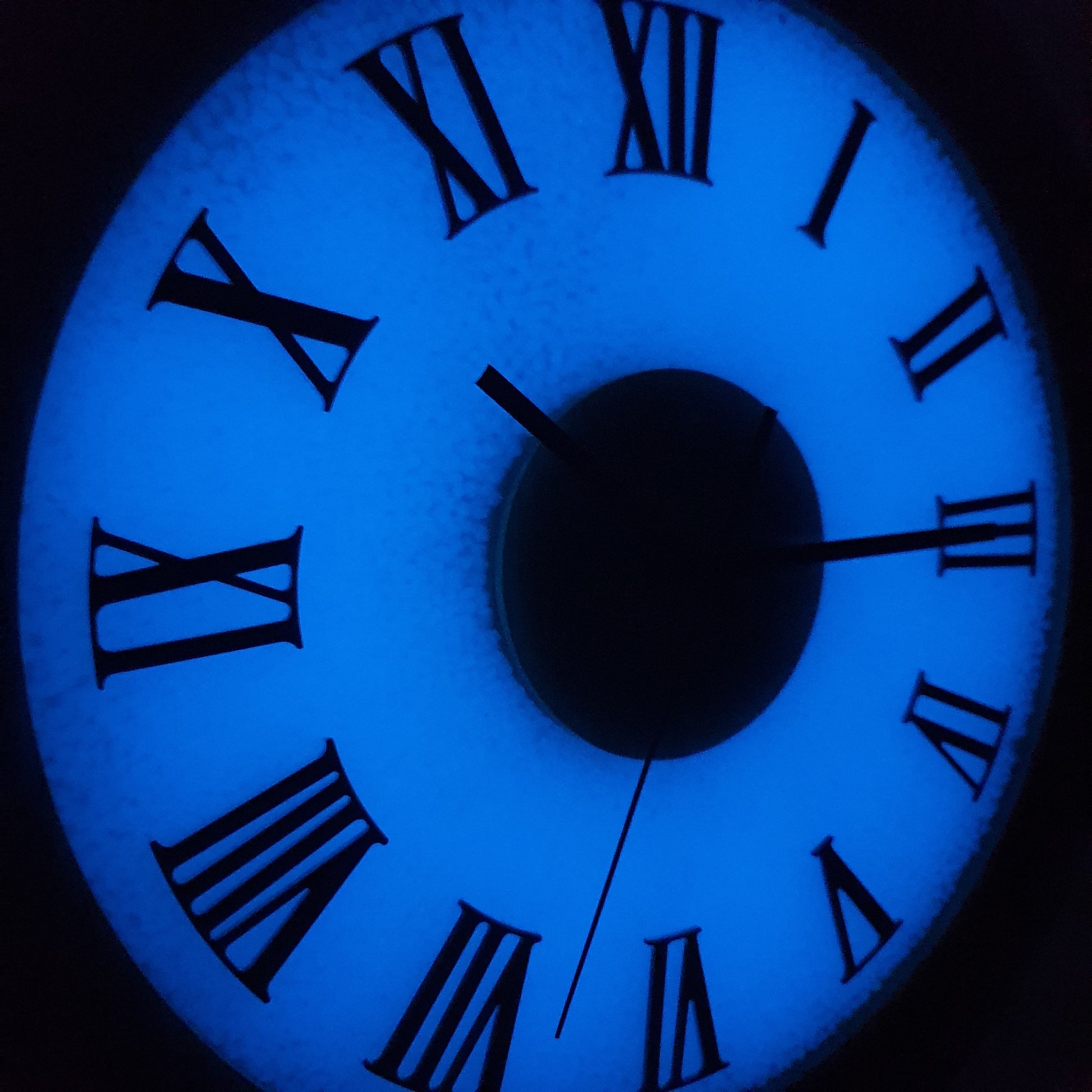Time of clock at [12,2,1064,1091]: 10:14
